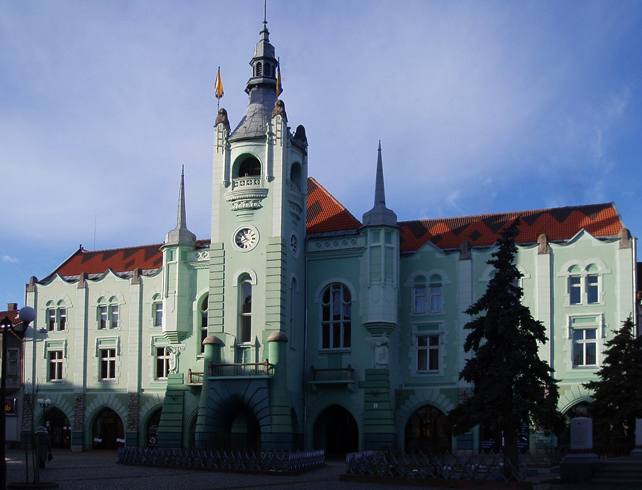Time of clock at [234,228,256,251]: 7:54
